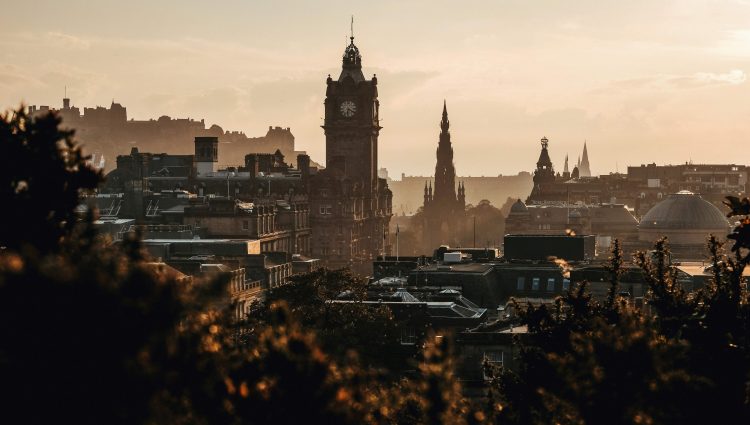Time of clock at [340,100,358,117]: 6:21
